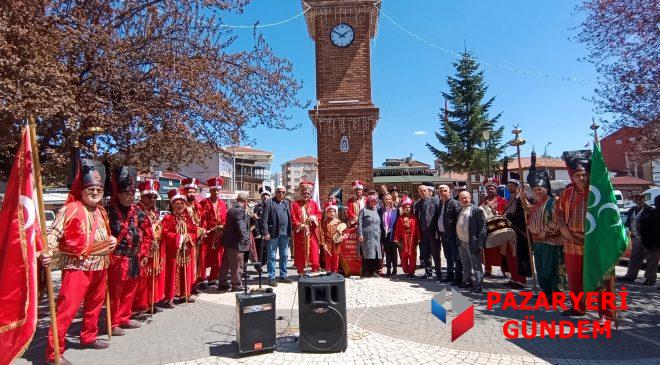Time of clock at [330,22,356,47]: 1:50
